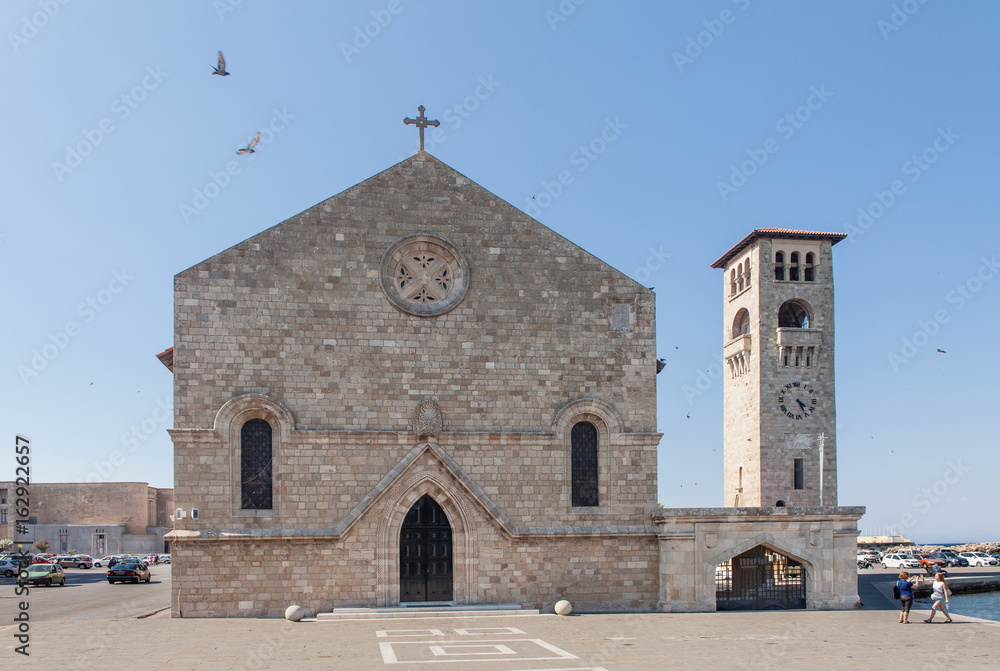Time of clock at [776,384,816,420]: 4:26
